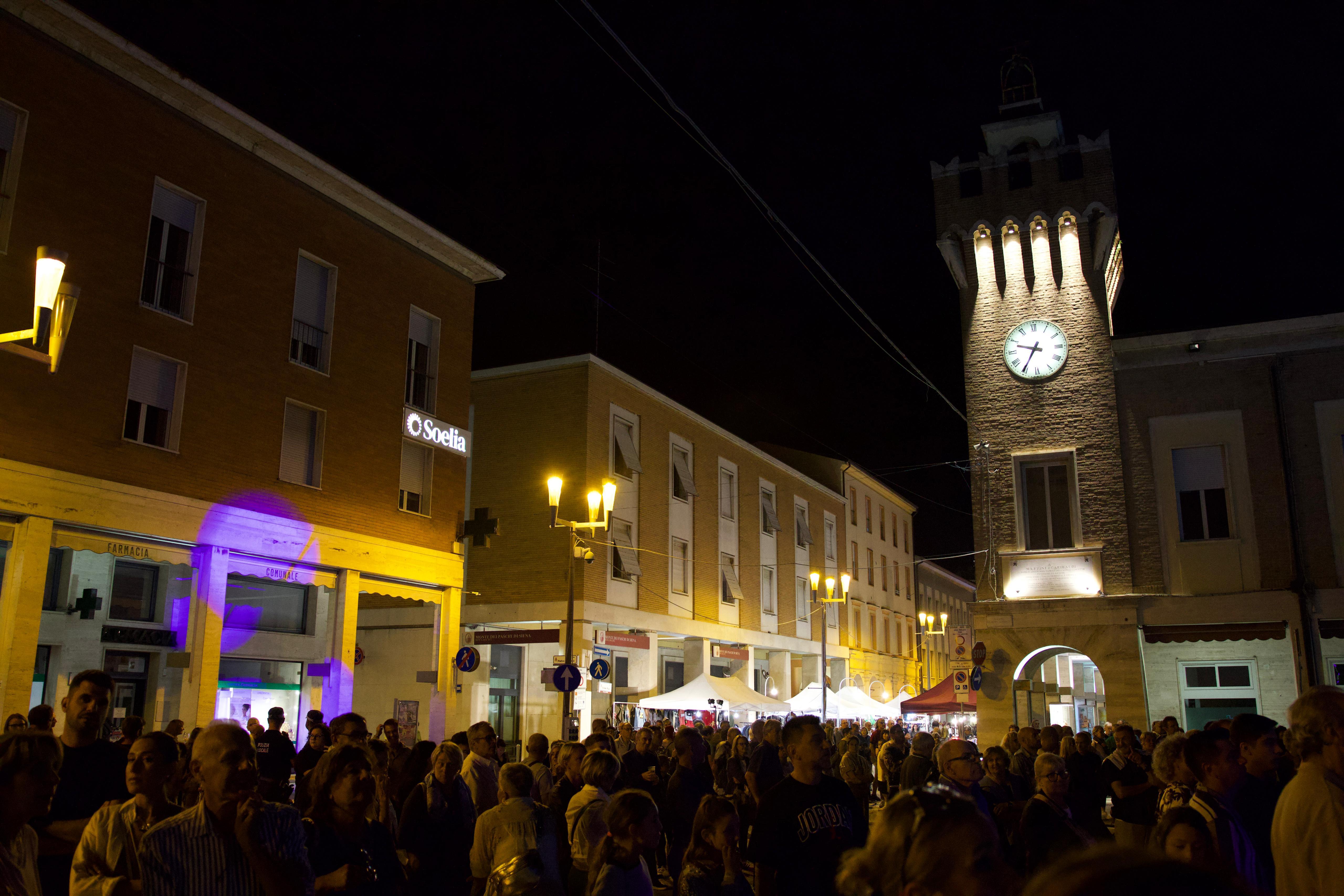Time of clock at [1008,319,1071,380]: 9:35
